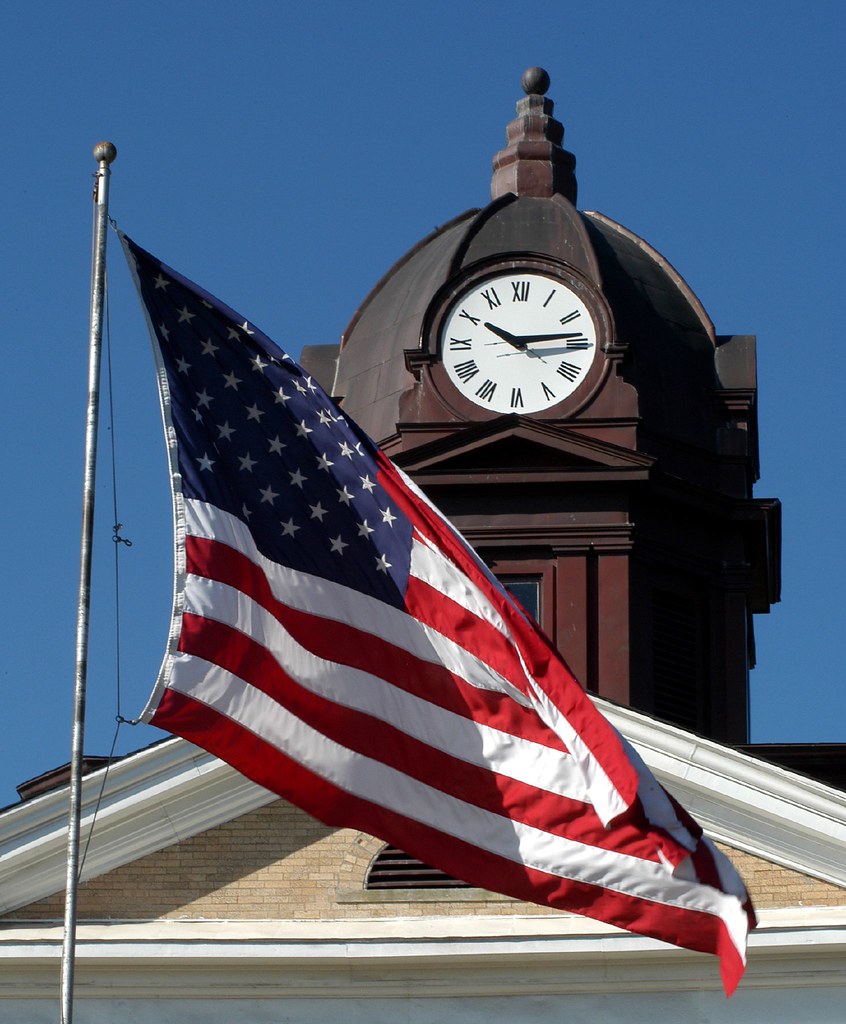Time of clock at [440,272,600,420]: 10:13
